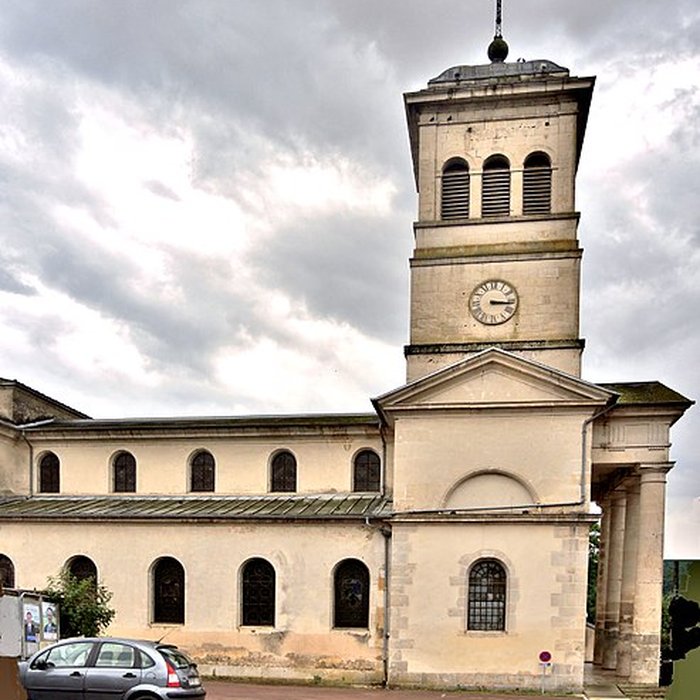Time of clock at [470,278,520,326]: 3:16
